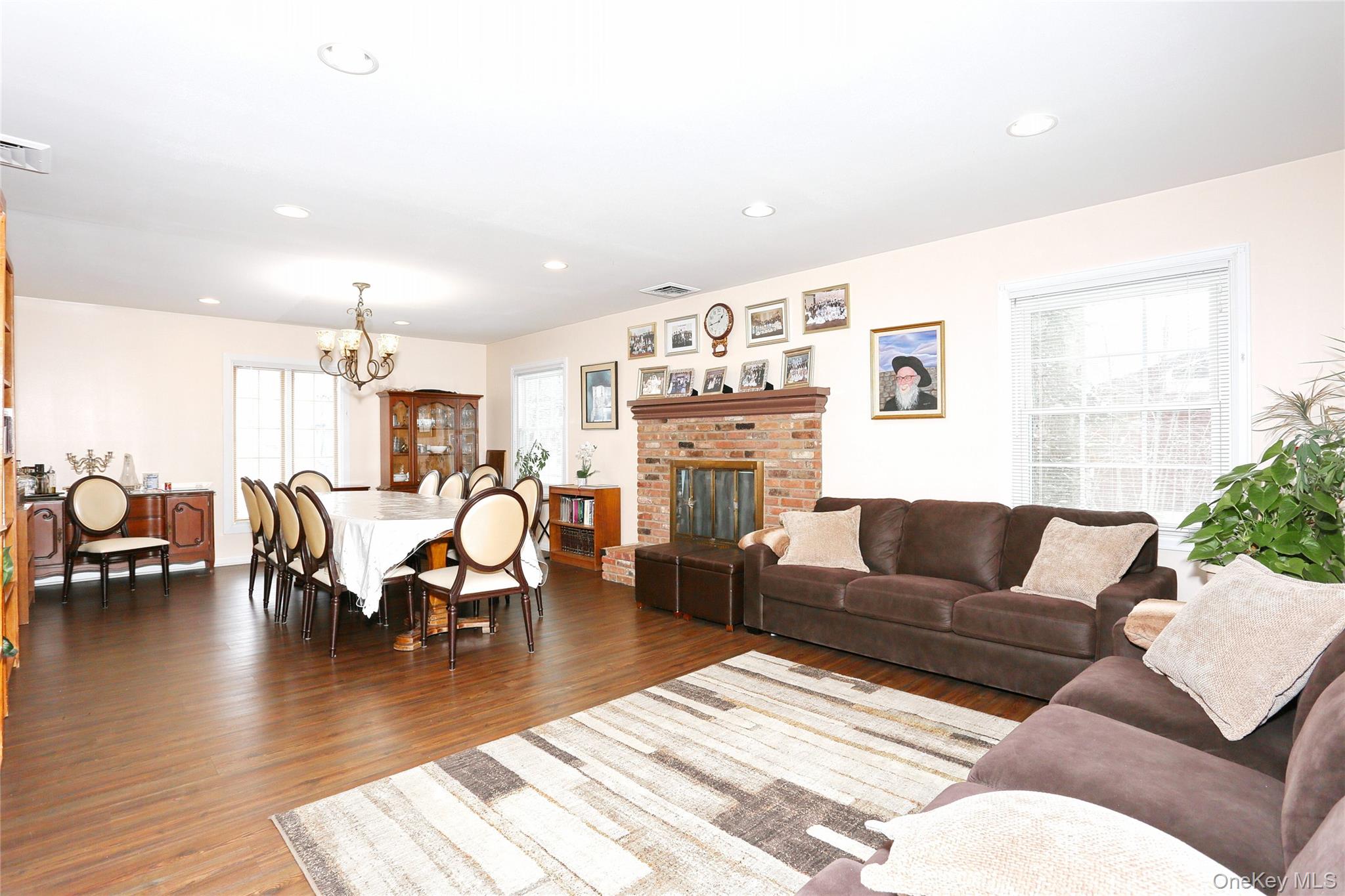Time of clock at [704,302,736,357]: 1:43
